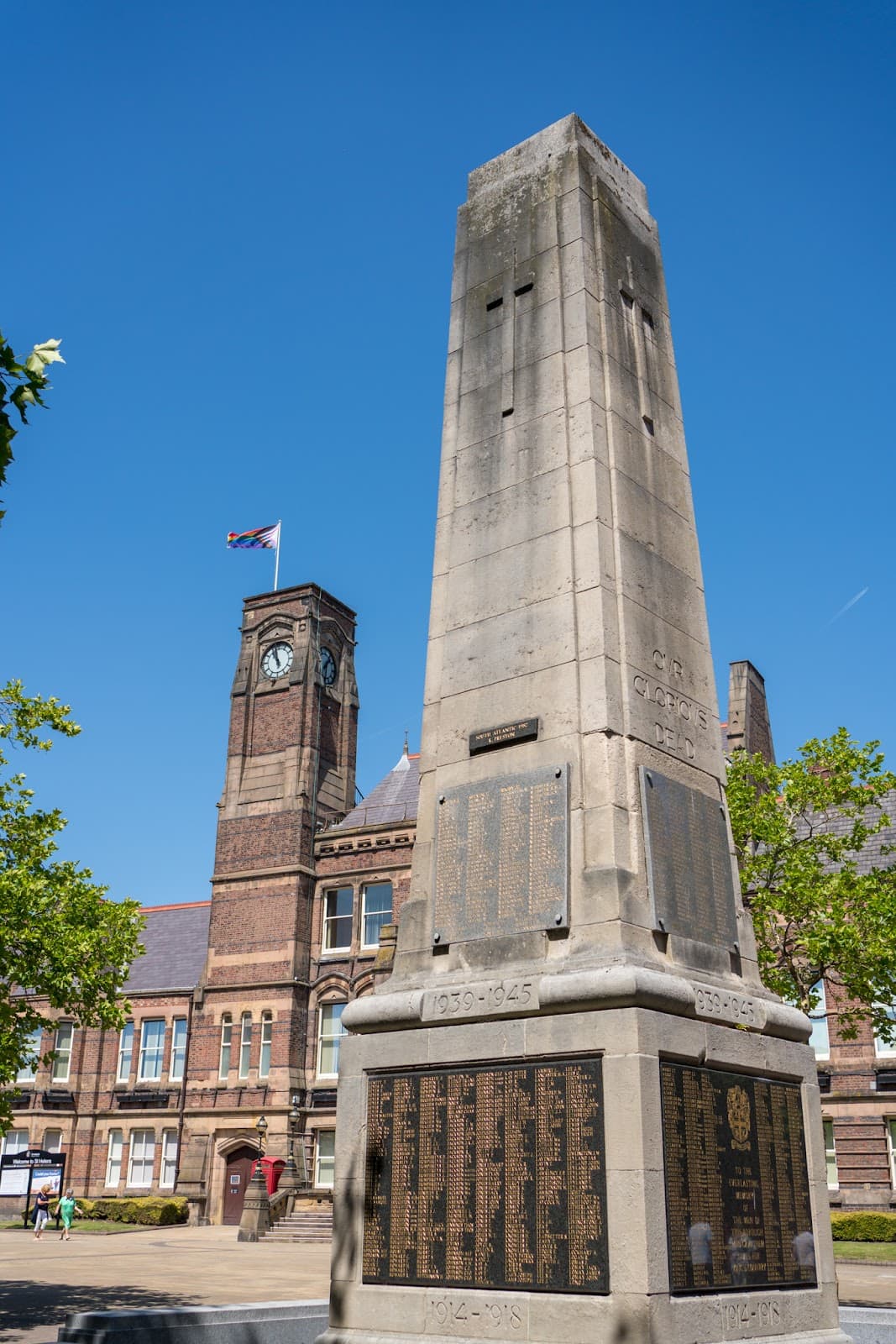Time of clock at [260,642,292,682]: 10:58
